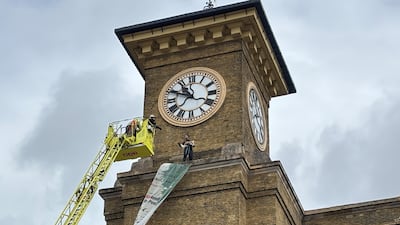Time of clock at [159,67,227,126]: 10:49
